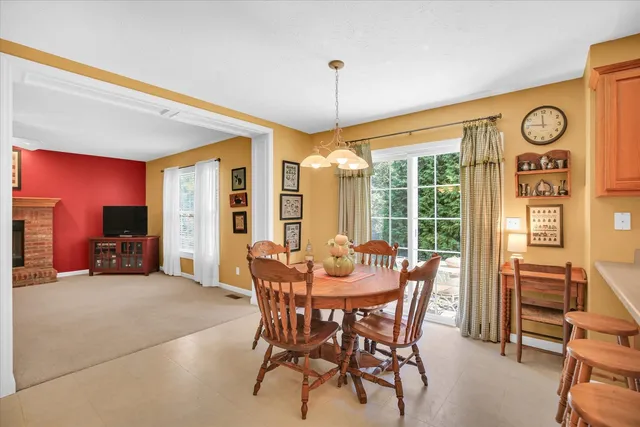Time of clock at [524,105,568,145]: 11:46
